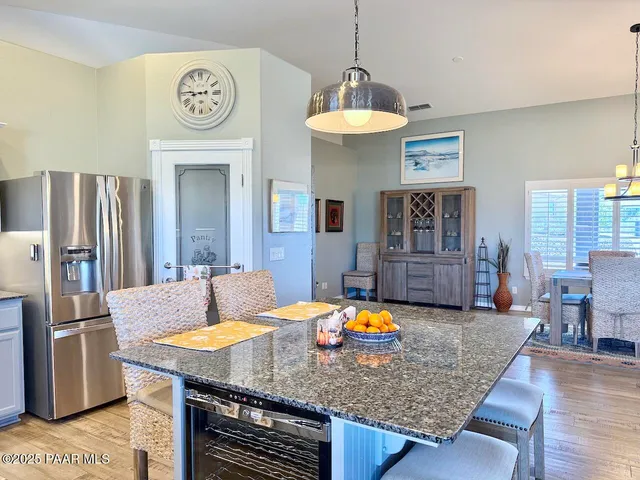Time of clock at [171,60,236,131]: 8:45
